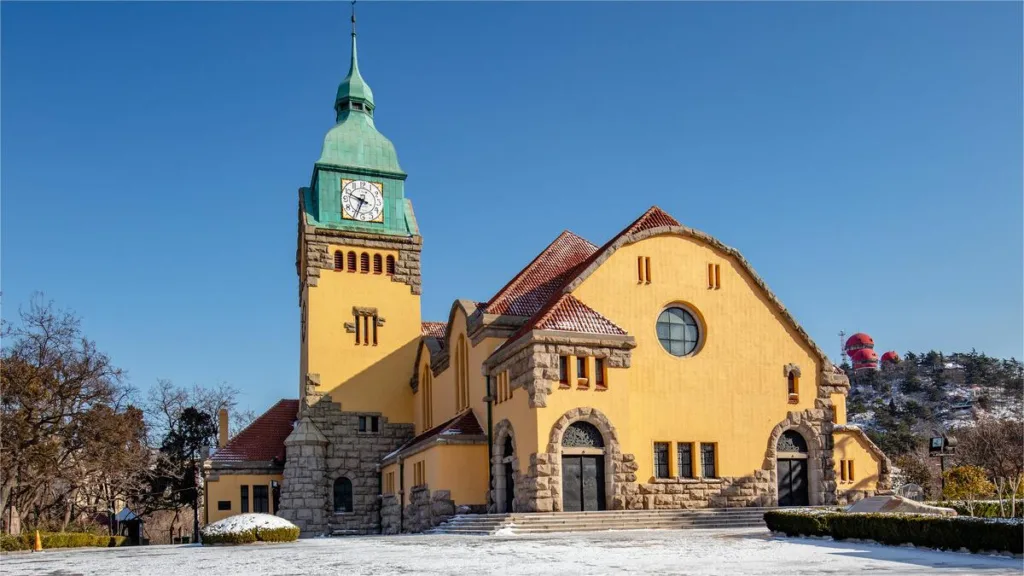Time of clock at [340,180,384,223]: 6:48
